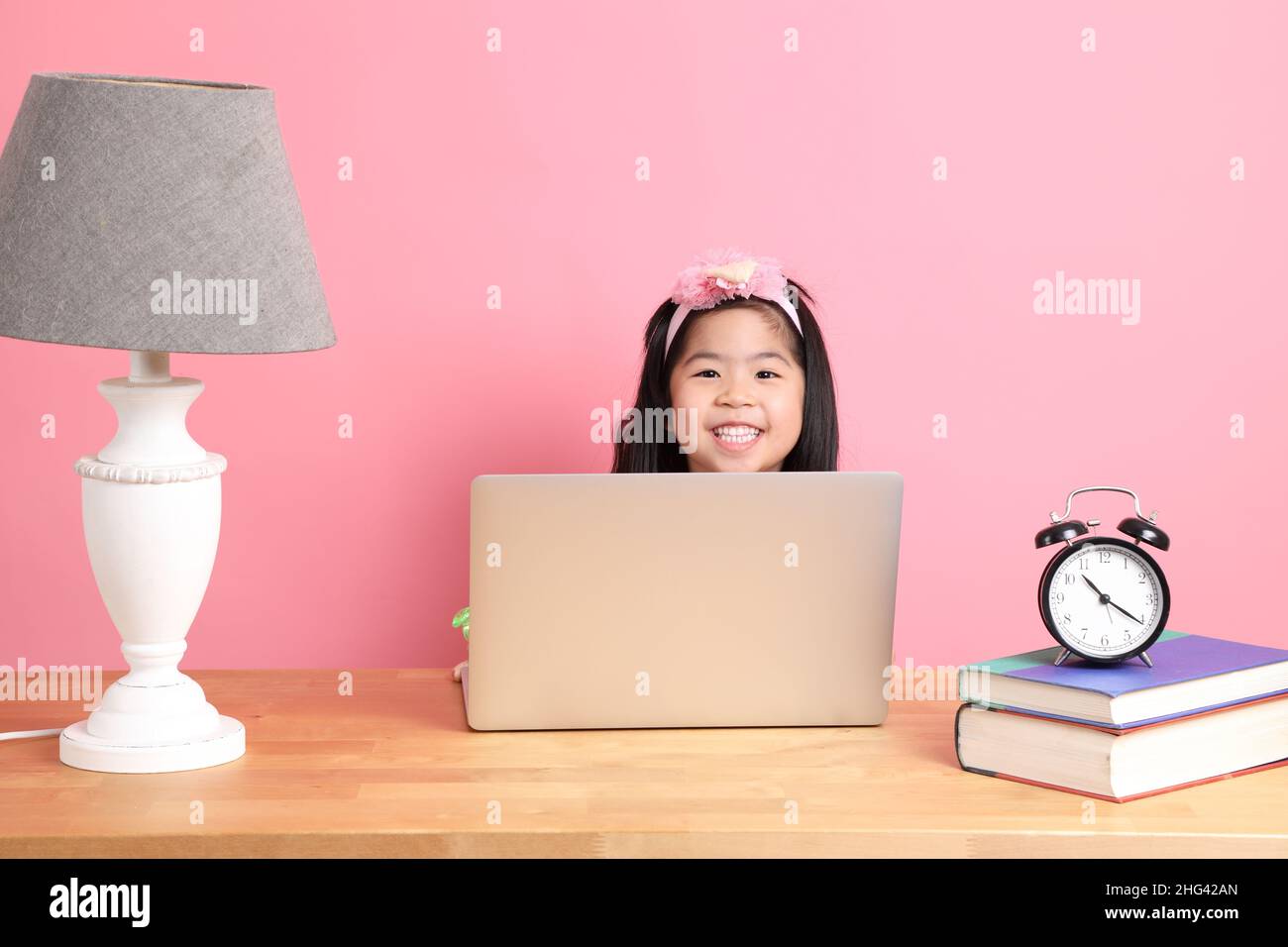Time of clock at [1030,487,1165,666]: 10:20
